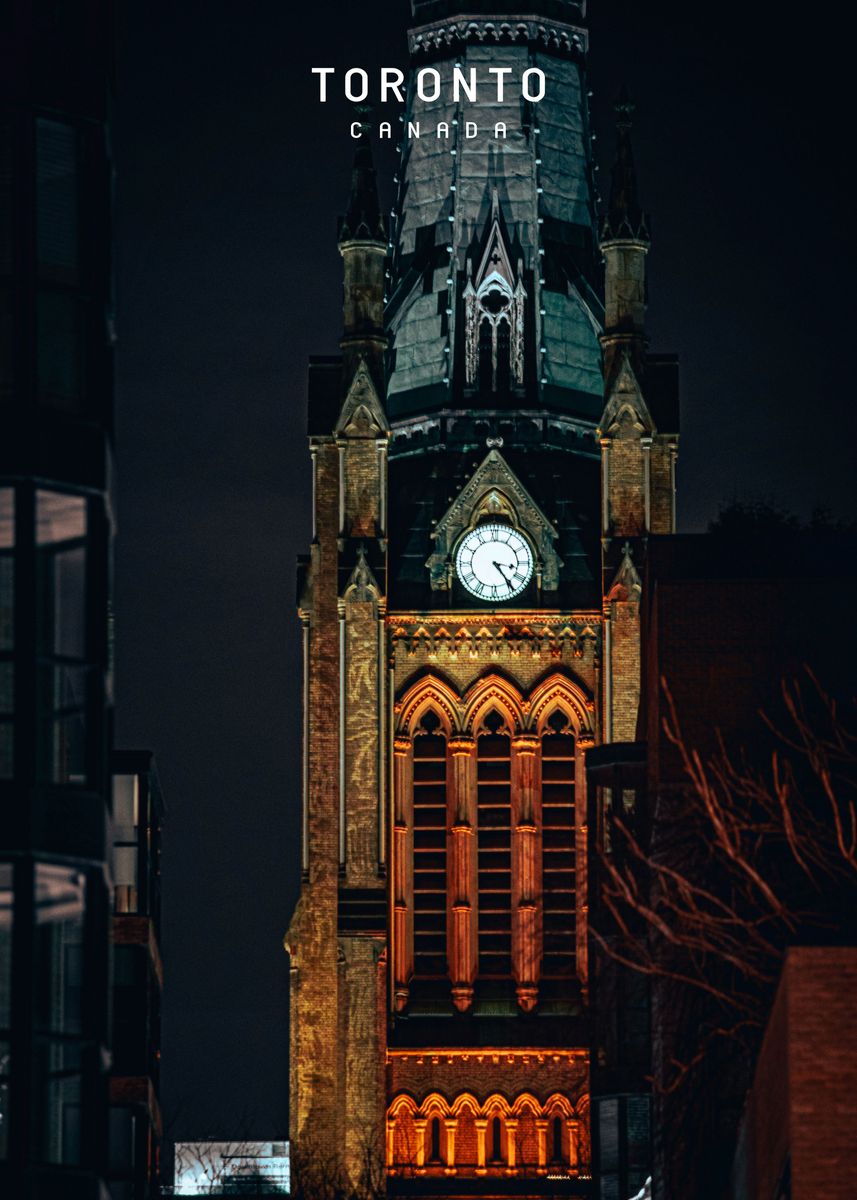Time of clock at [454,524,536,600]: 3:24
